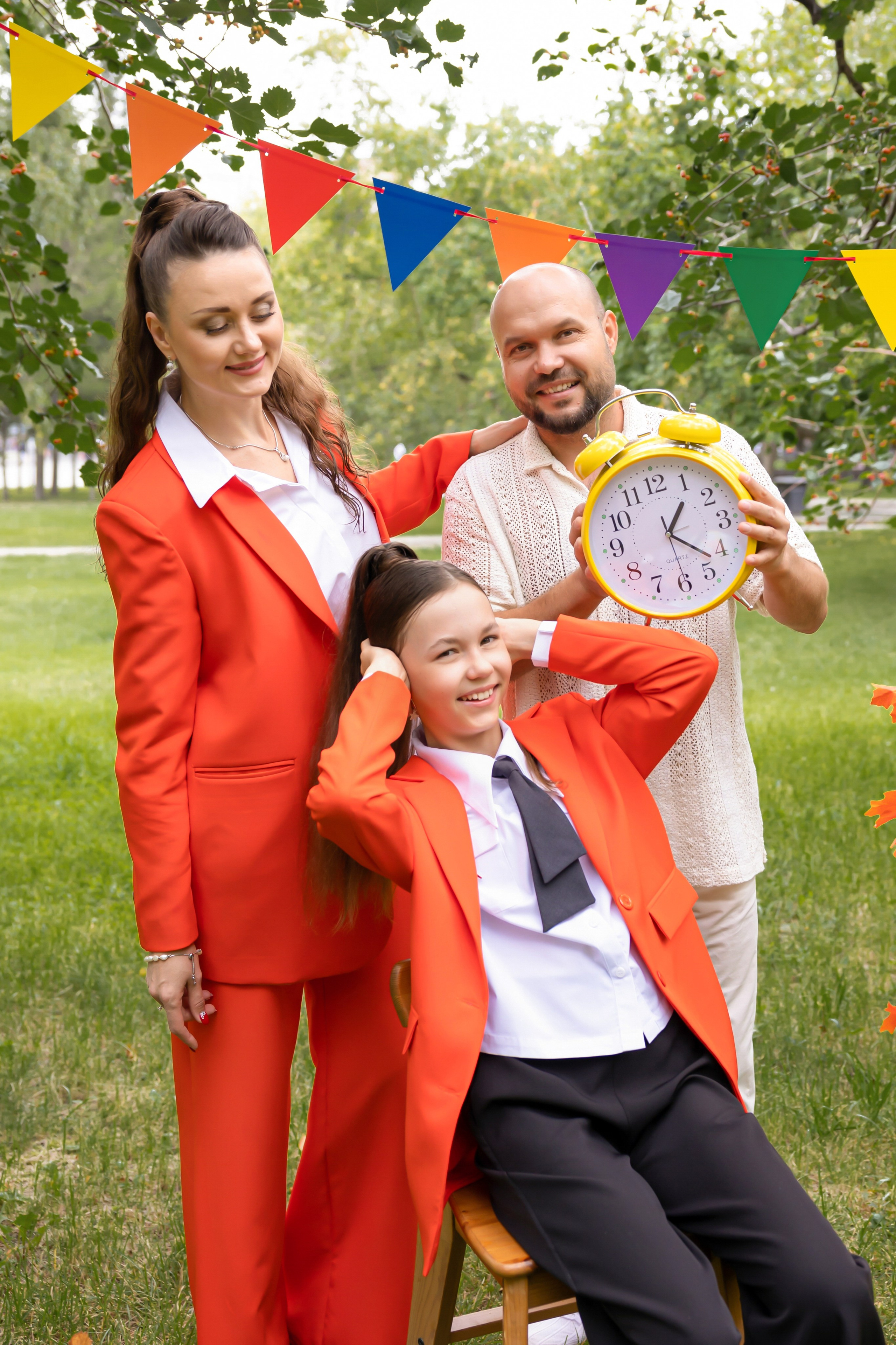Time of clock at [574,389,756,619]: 1:21
